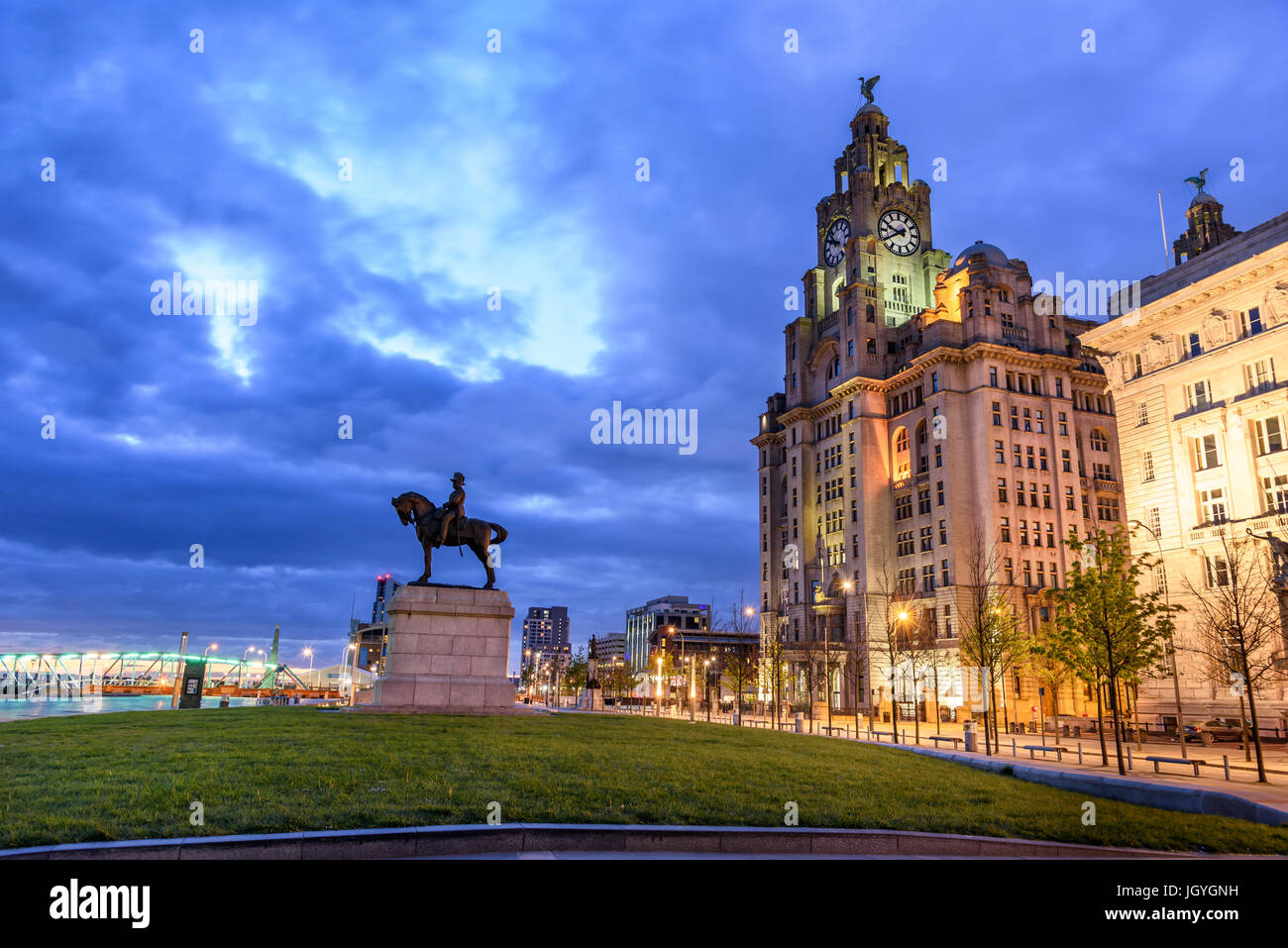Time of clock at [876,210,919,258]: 9:40
